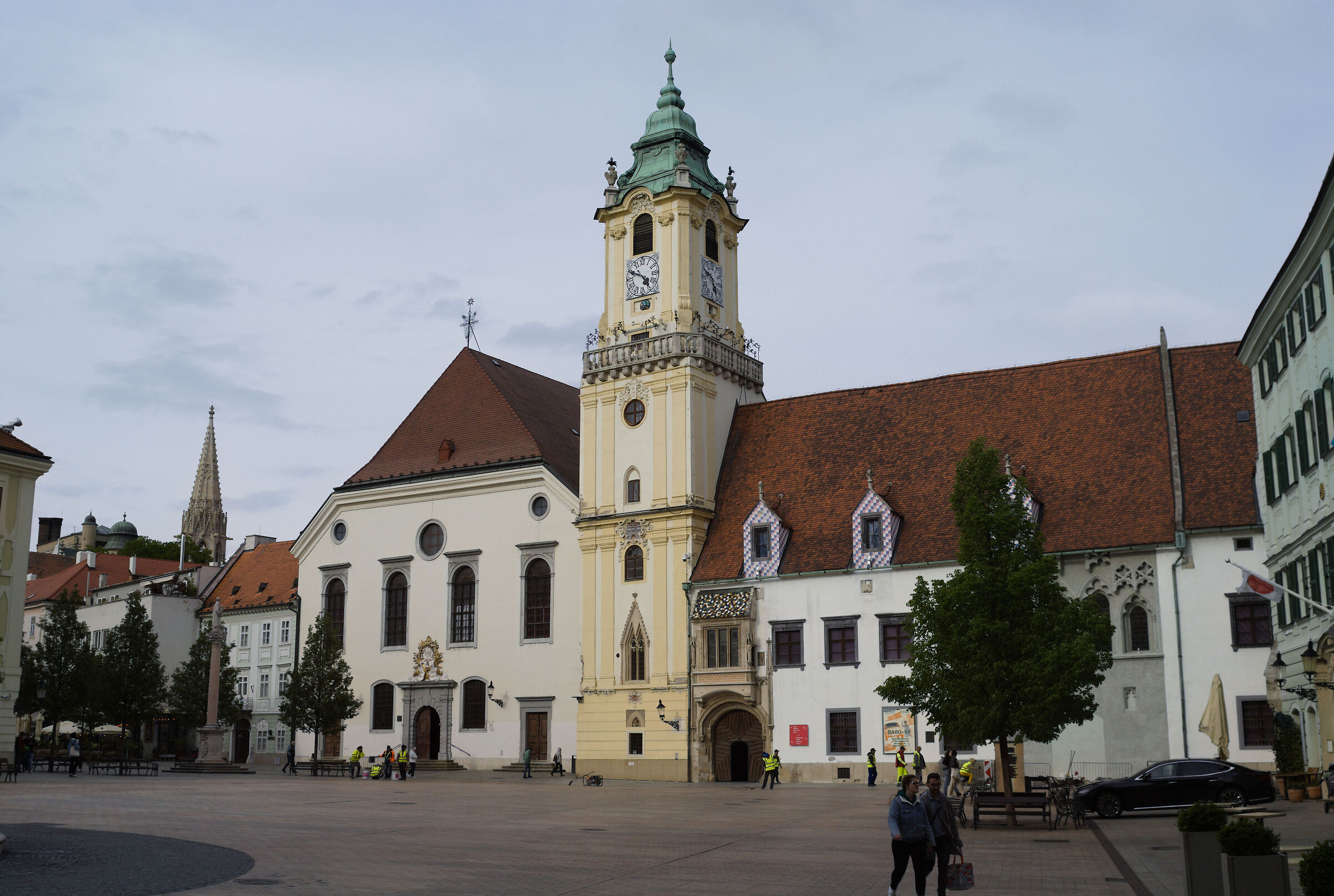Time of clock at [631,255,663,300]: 4:49
